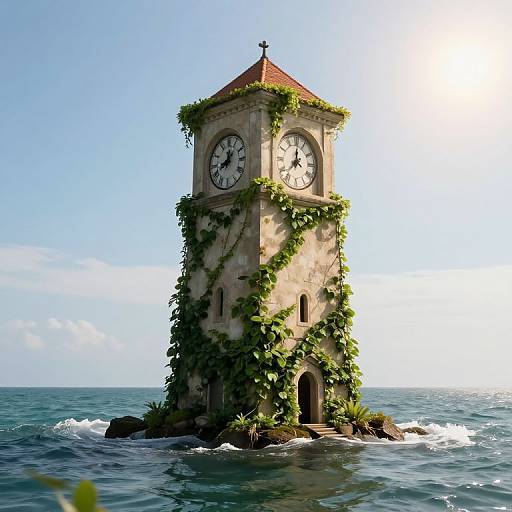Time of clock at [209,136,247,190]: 8:01
